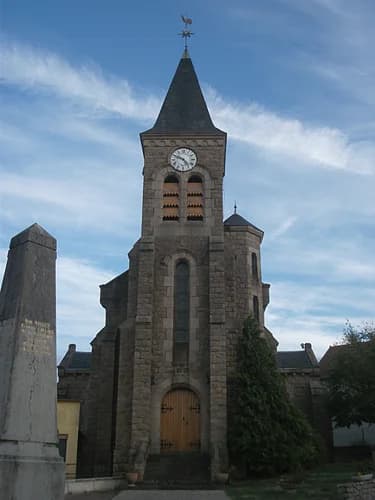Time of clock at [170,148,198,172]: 4:49
